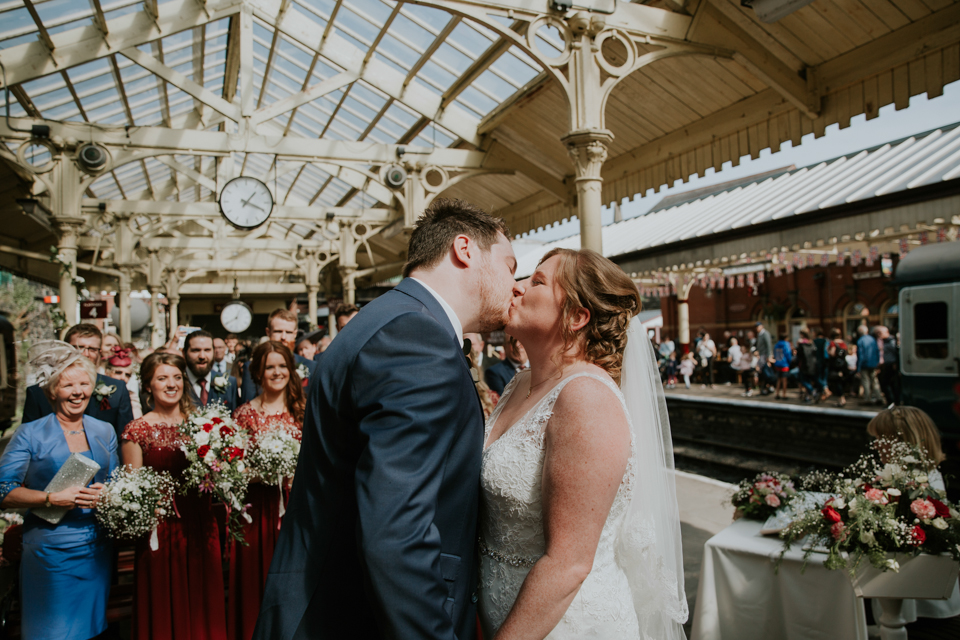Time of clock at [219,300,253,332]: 12:40
